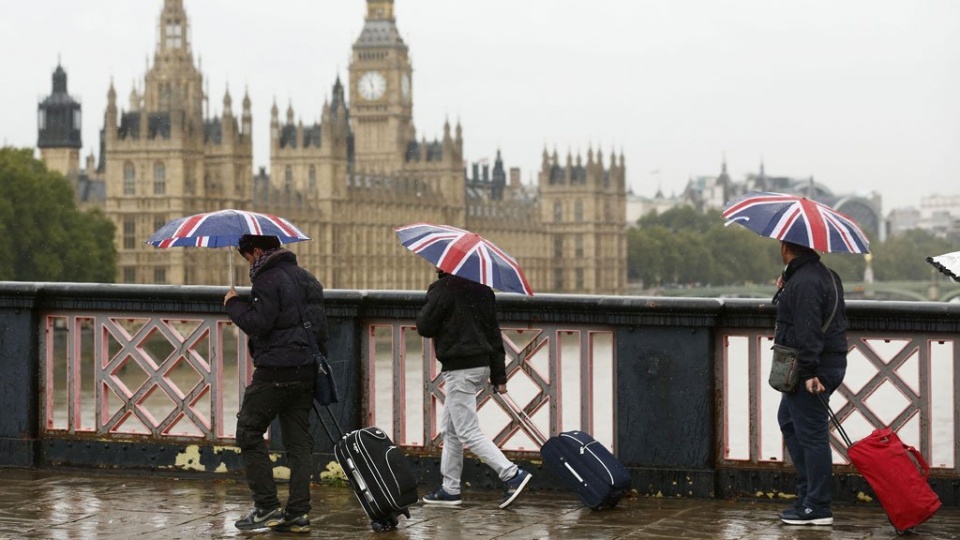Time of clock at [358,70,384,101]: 11:28
